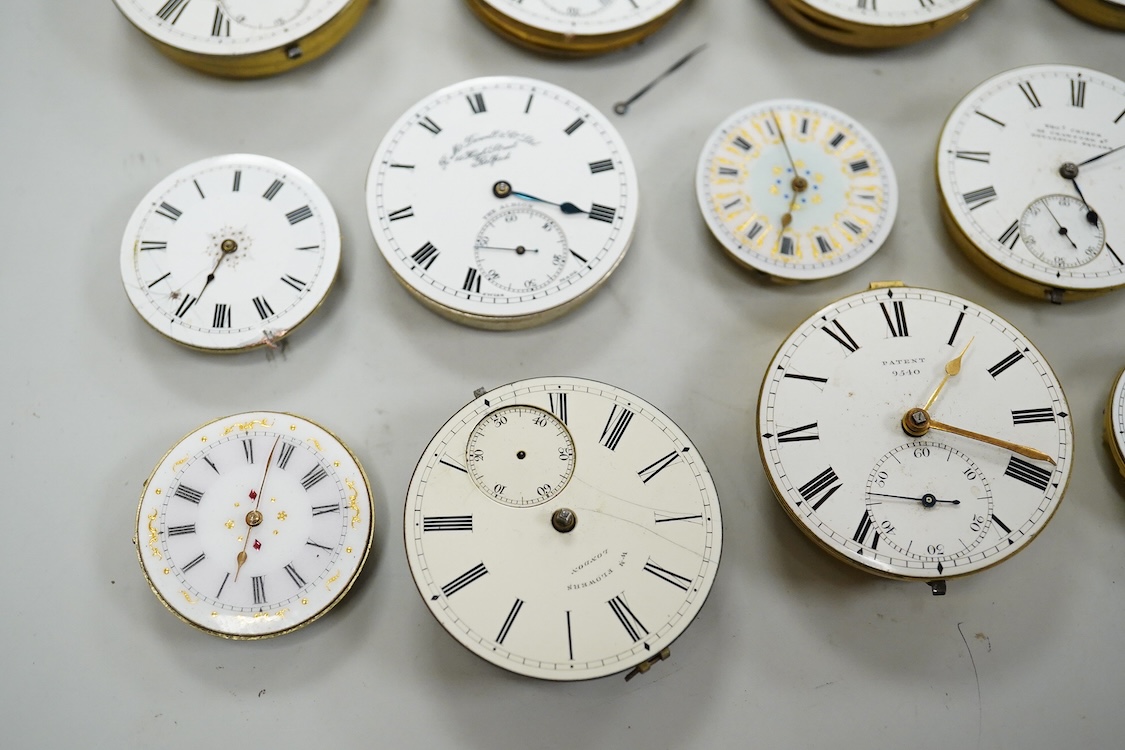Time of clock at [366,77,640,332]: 4:20
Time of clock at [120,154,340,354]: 6:33
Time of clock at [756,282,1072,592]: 1:18
